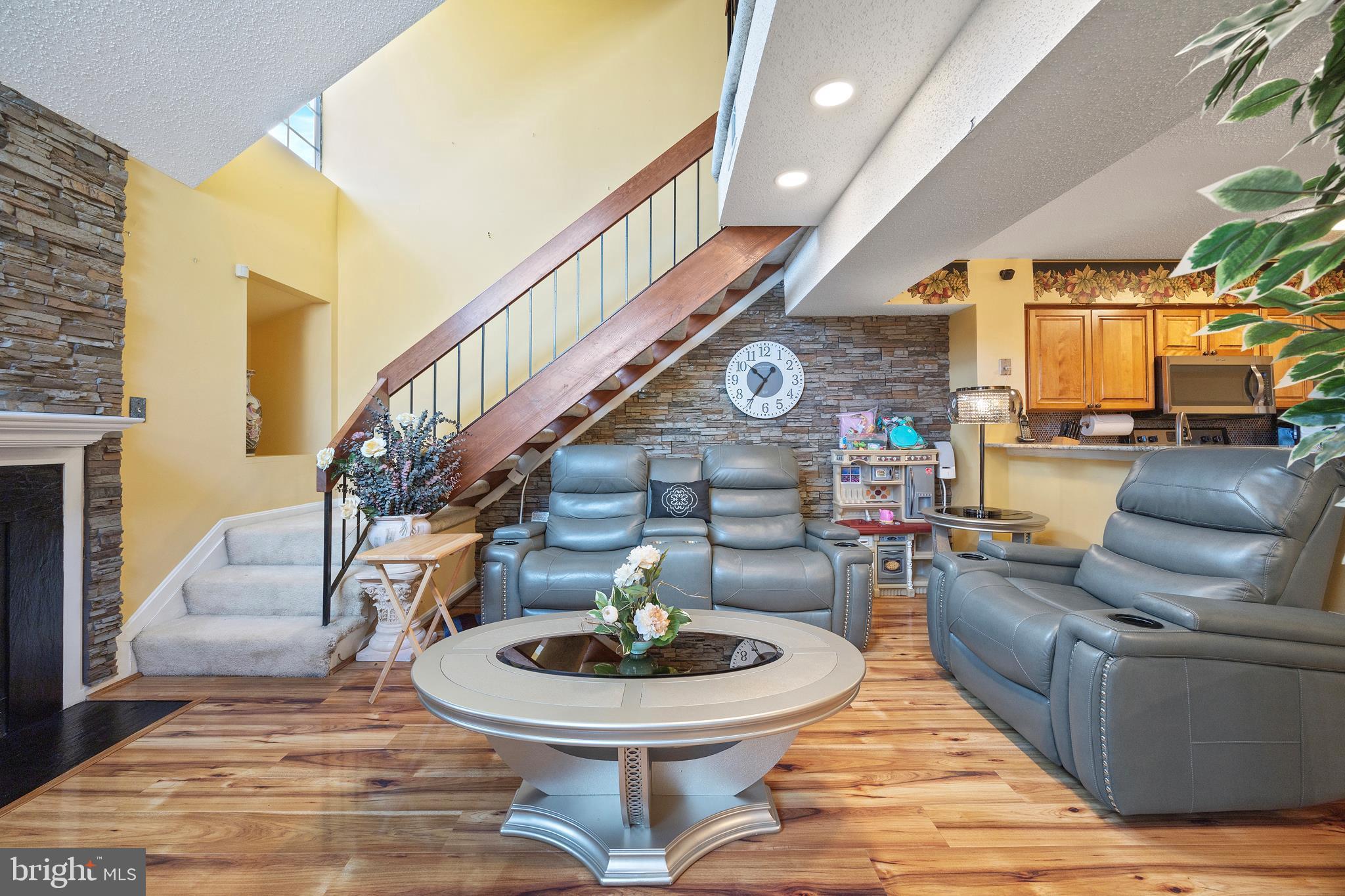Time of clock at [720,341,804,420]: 10:35
